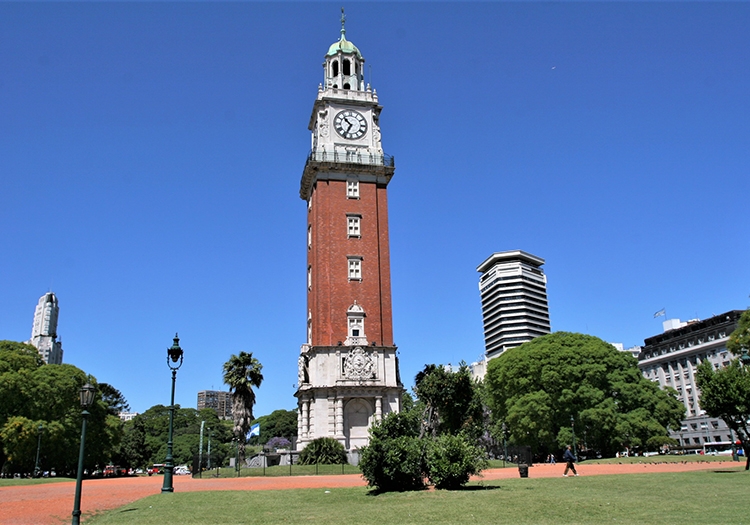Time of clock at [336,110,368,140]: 10:34
